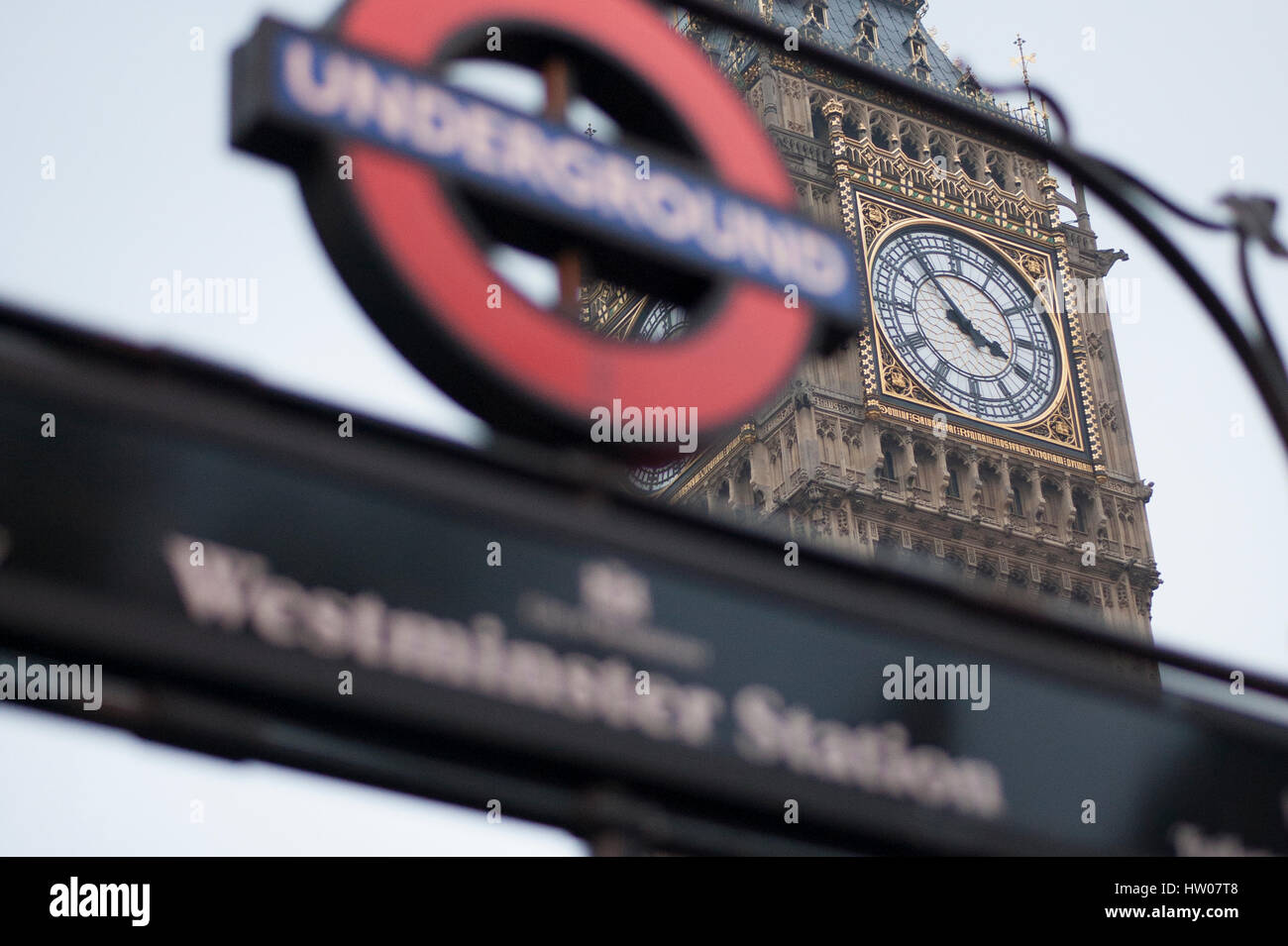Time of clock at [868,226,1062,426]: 3:53
